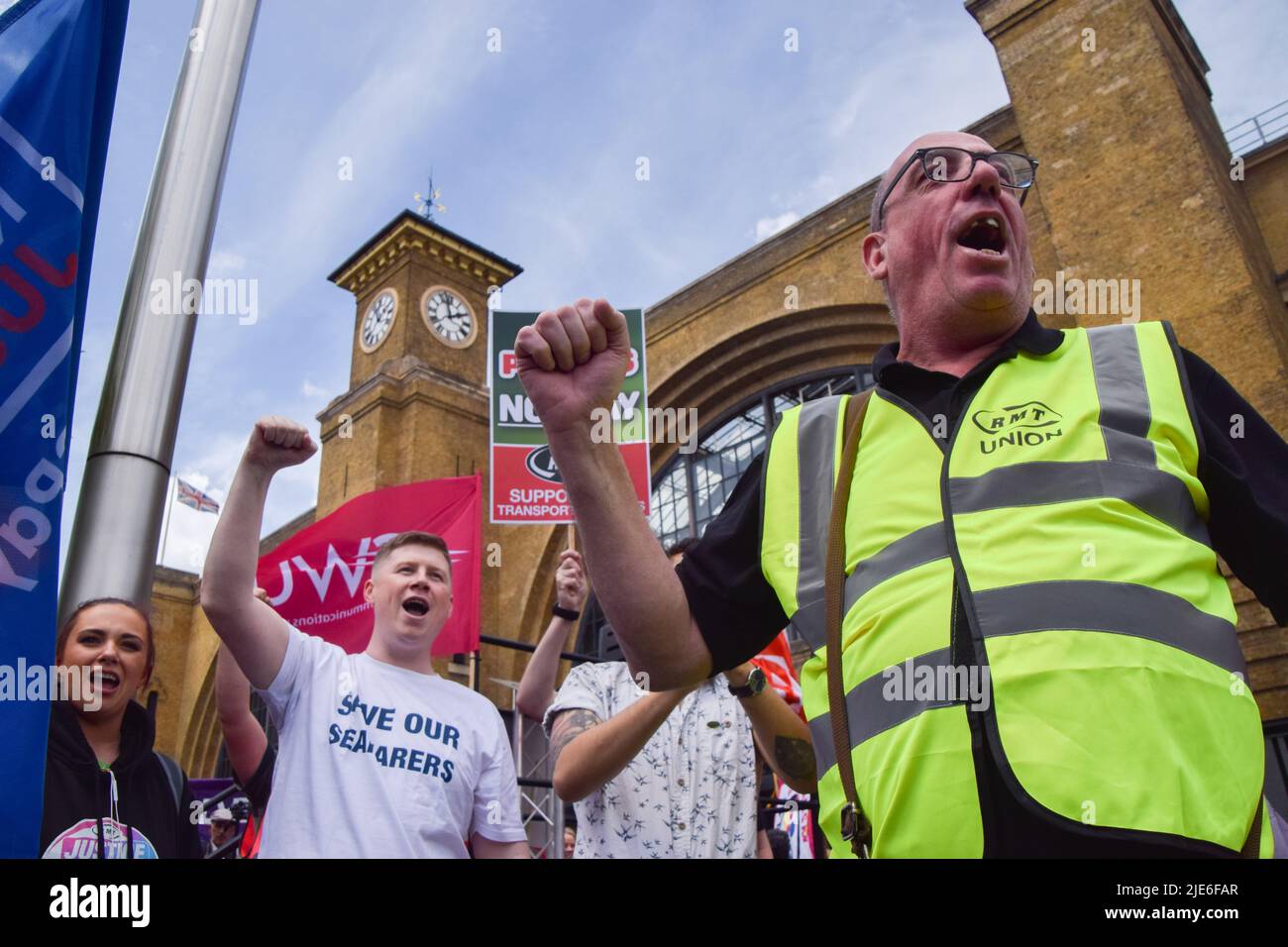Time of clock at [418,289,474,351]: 1:57
